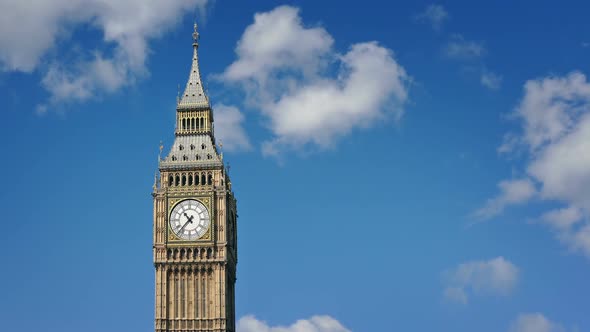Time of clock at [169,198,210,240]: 10:37
